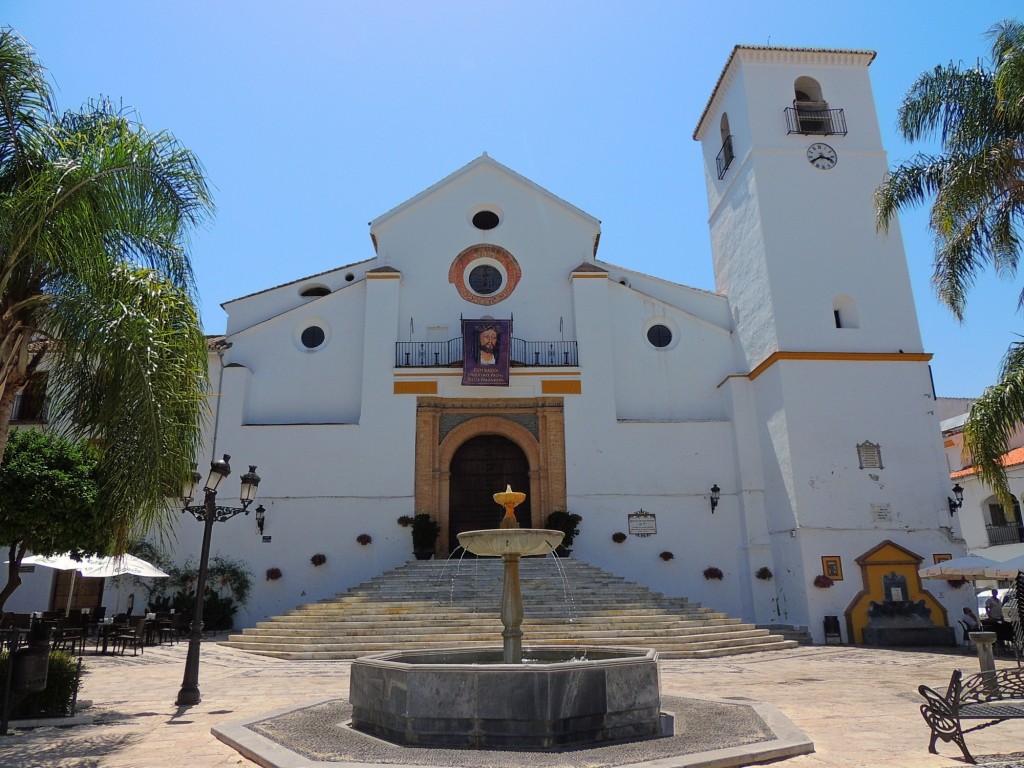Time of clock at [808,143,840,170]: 3:40
